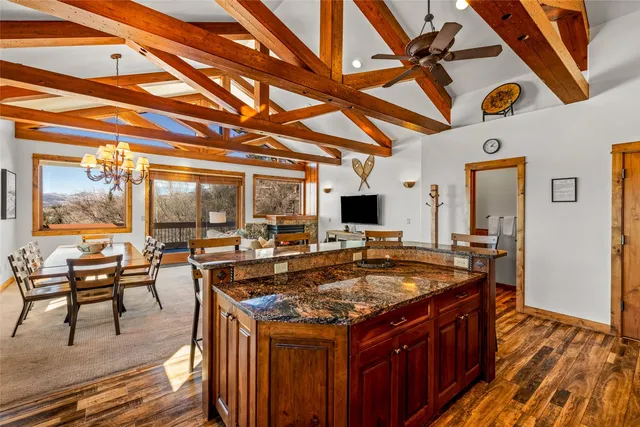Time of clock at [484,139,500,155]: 1:18
